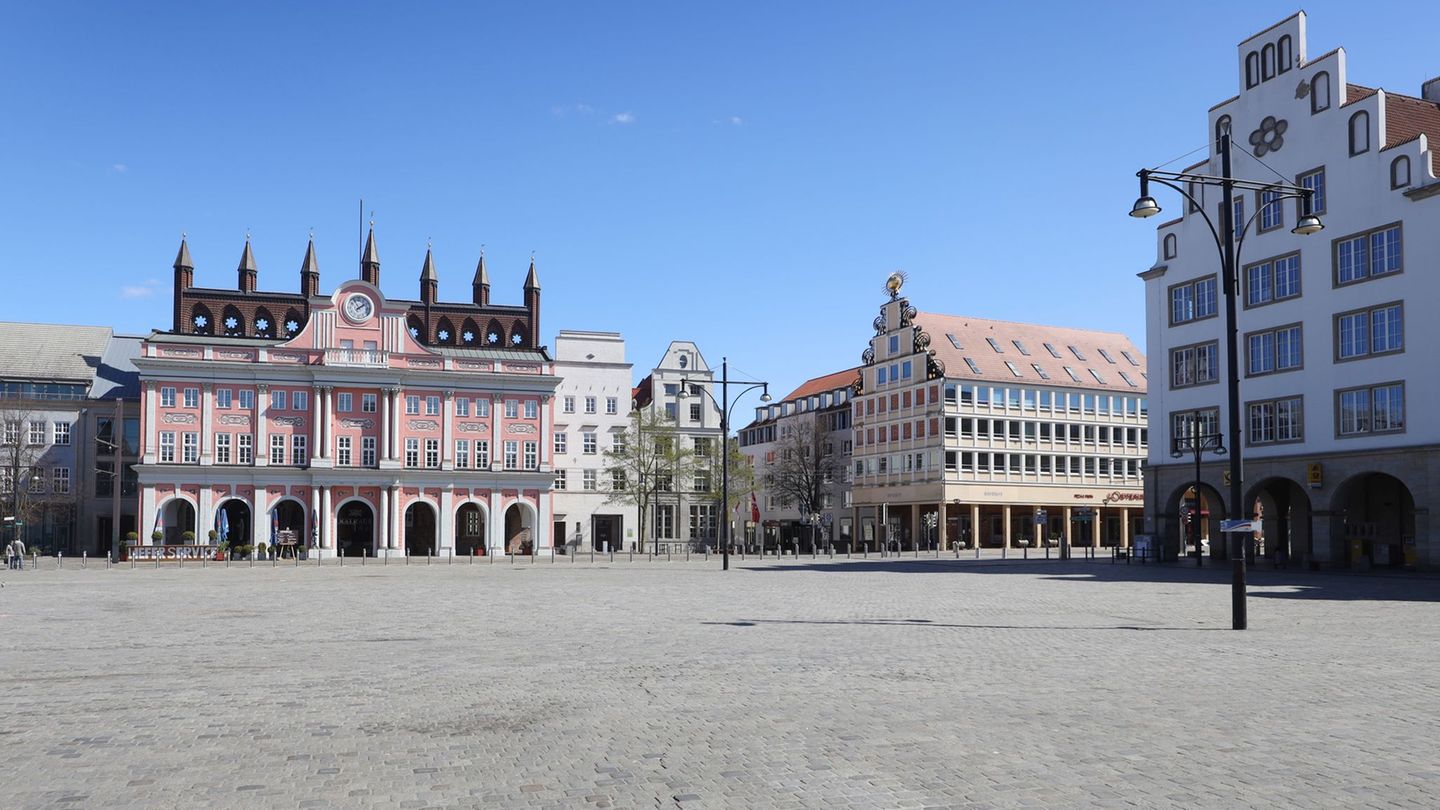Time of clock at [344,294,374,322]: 1:54
